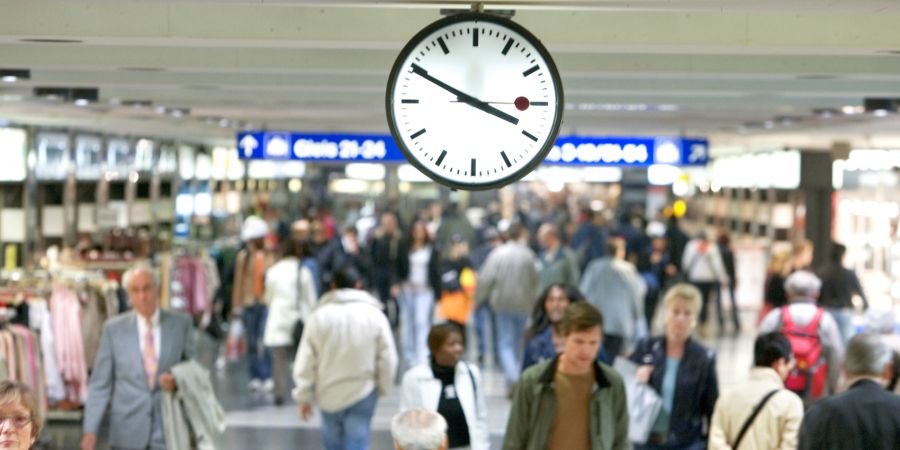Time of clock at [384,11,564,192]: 3:49
